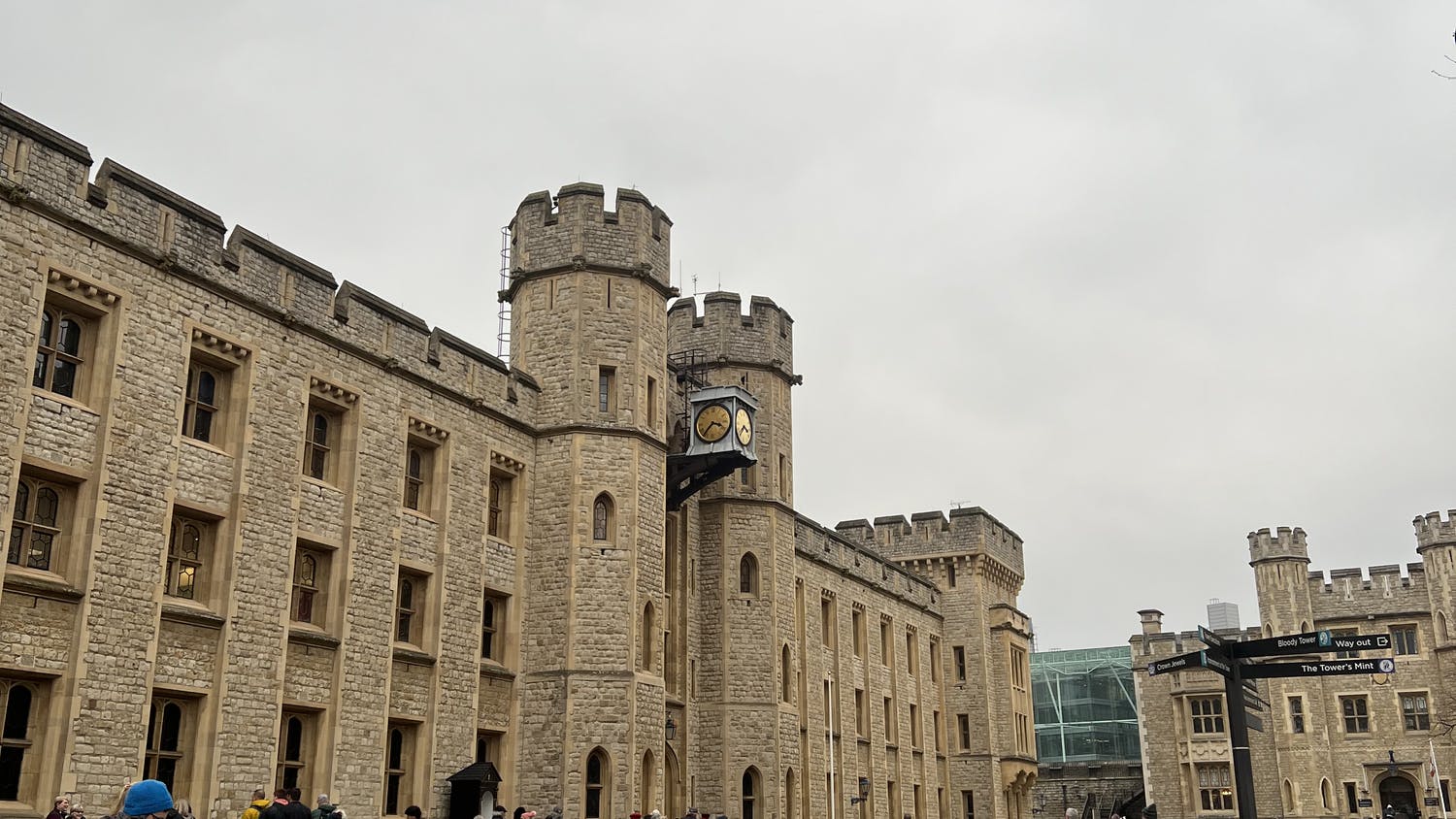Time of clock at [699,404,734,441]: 3:37
